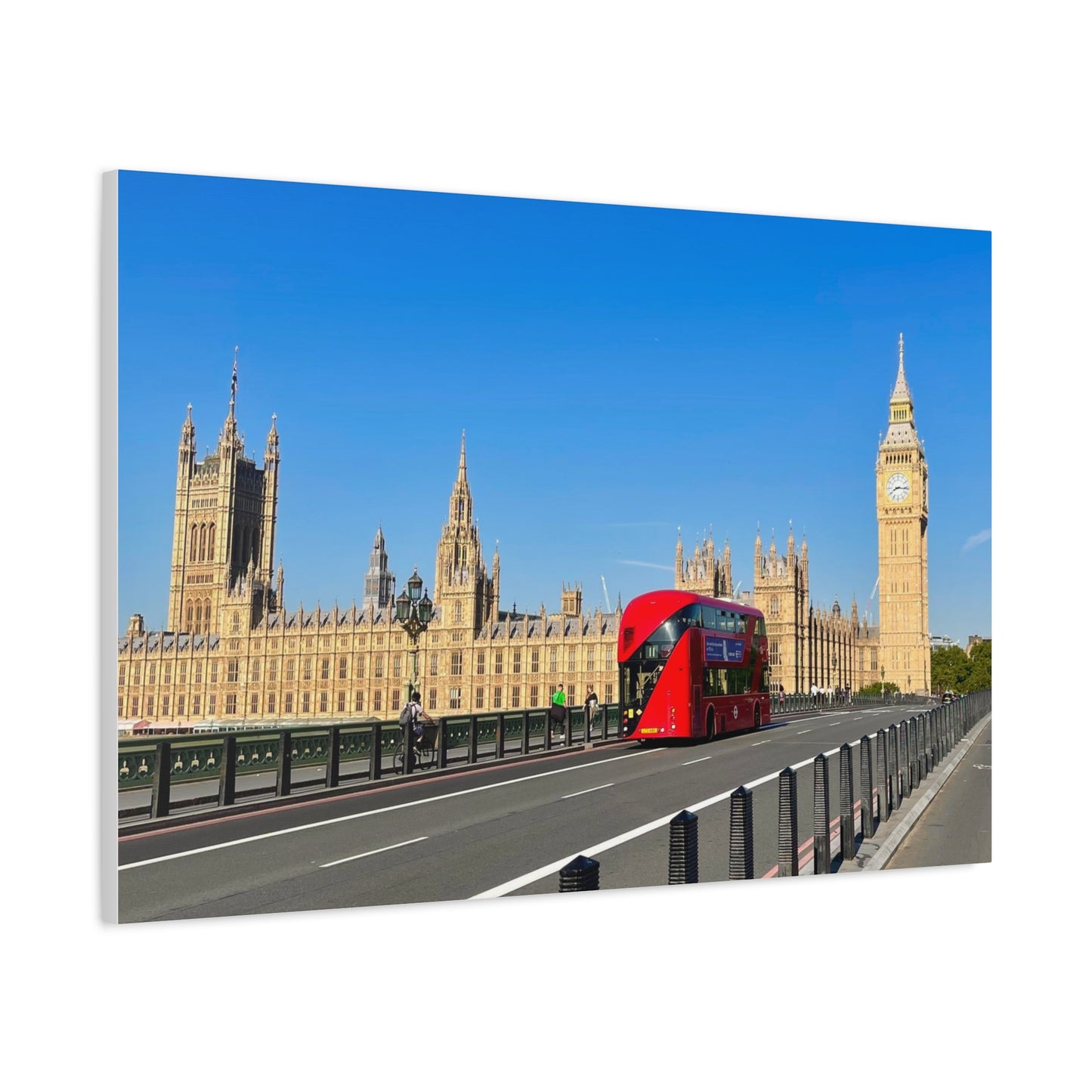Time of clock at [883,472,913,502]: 8:16
